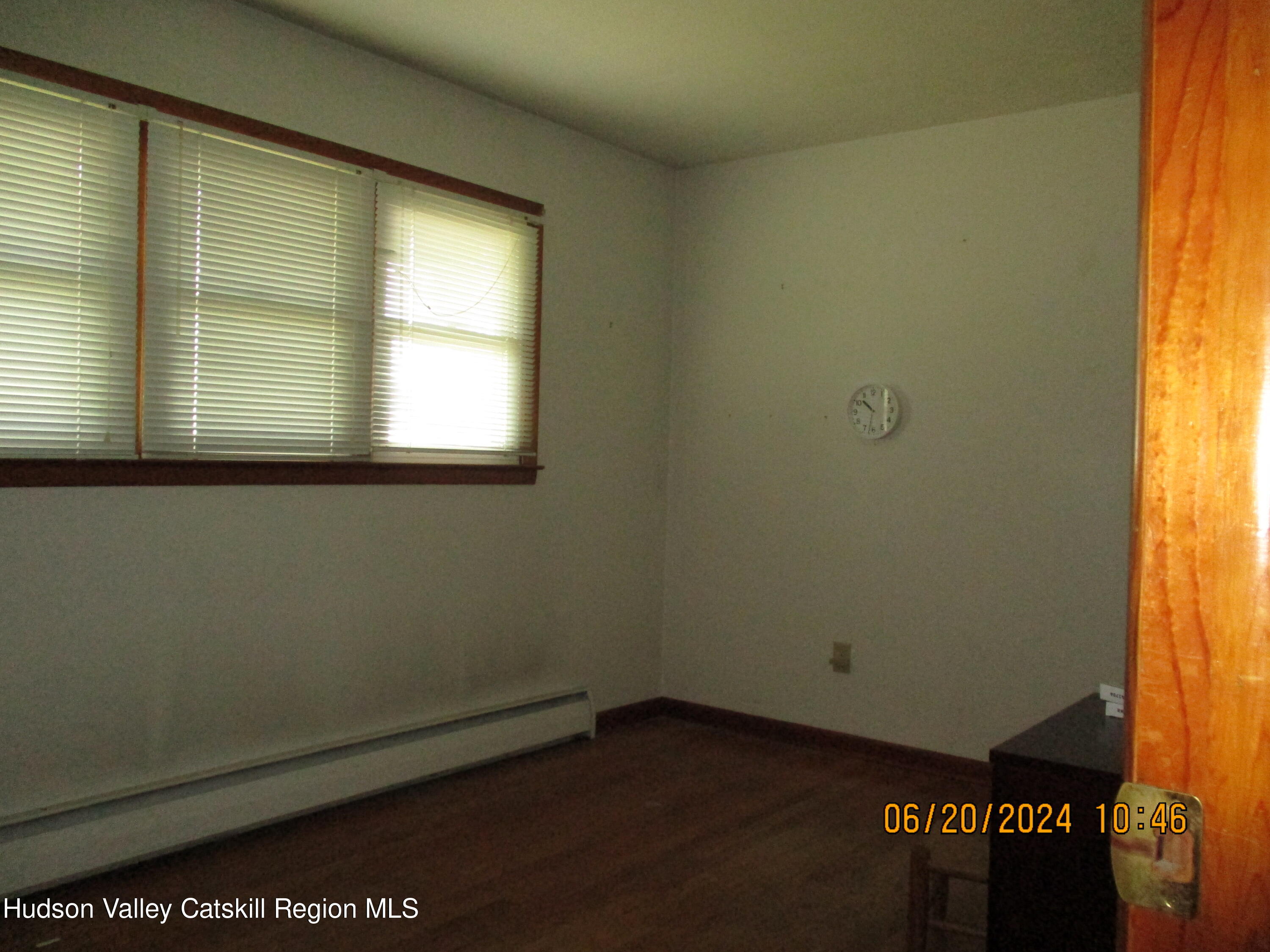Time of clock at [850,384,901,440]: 10:32
